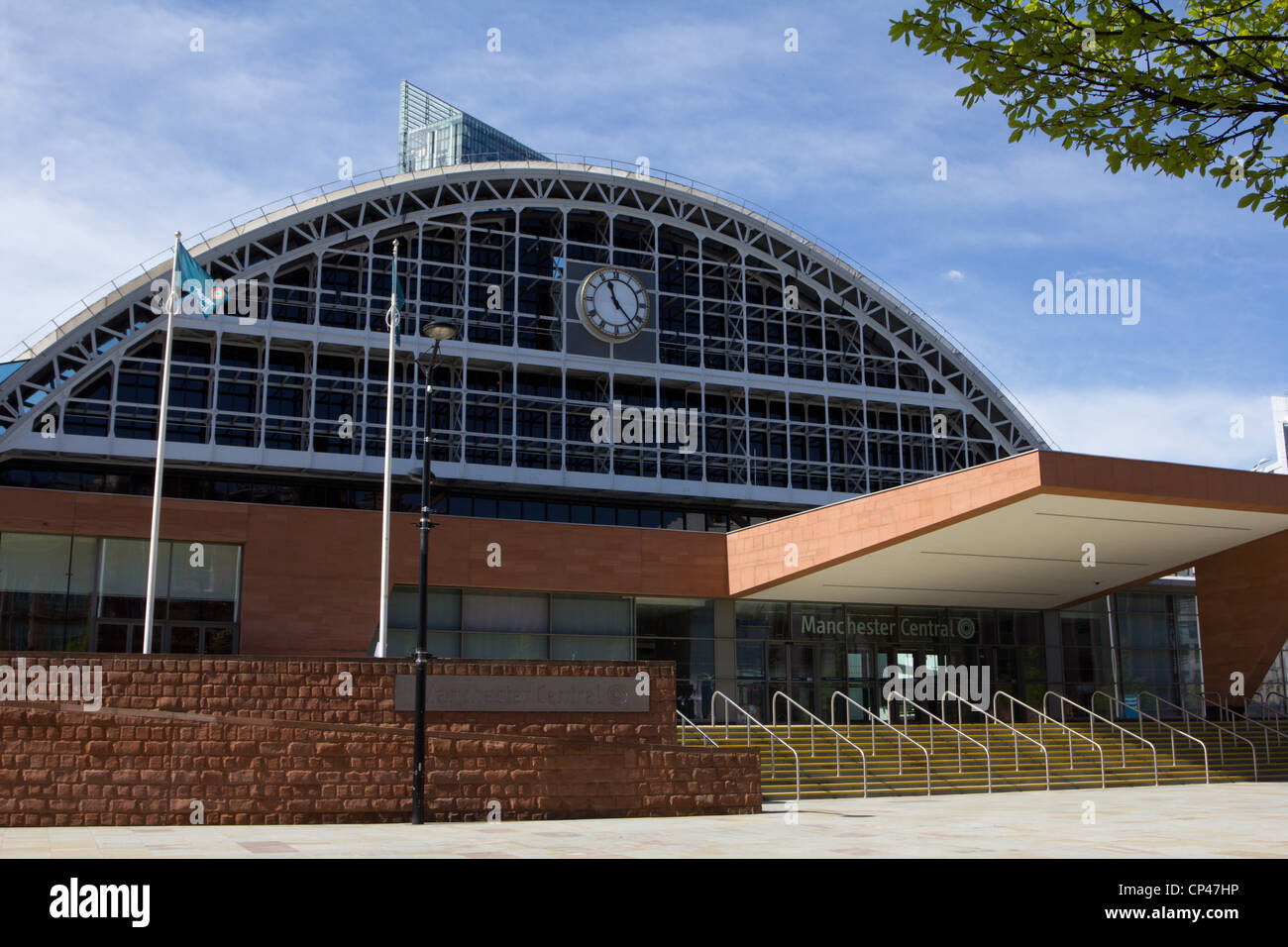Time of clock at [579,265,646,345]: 11:22
